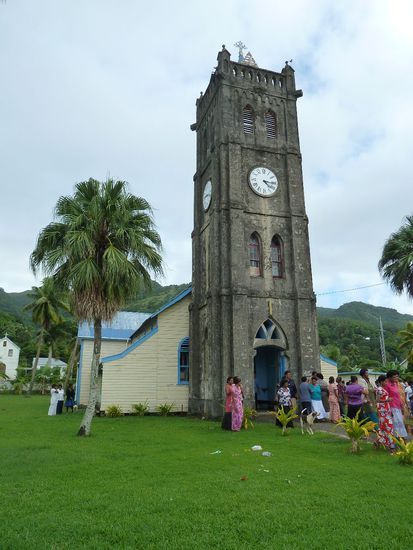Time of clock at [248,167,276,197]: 4:16
